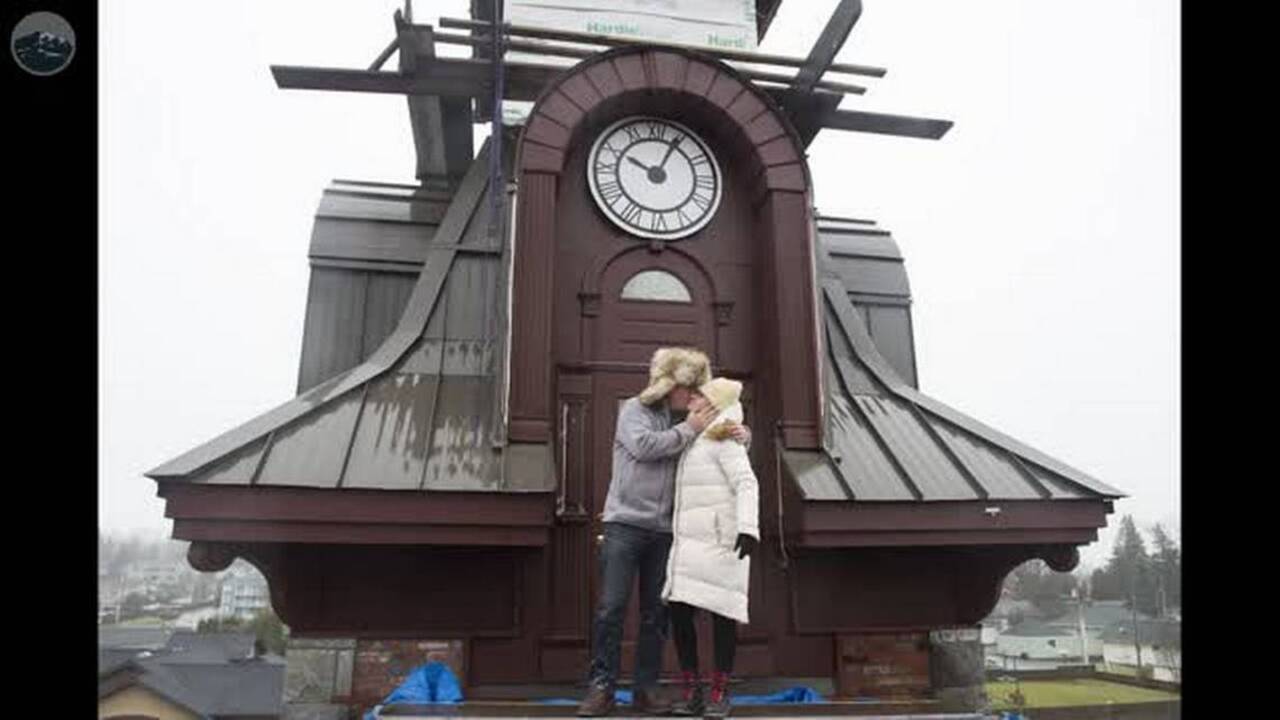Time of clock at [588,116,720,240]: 10:04
